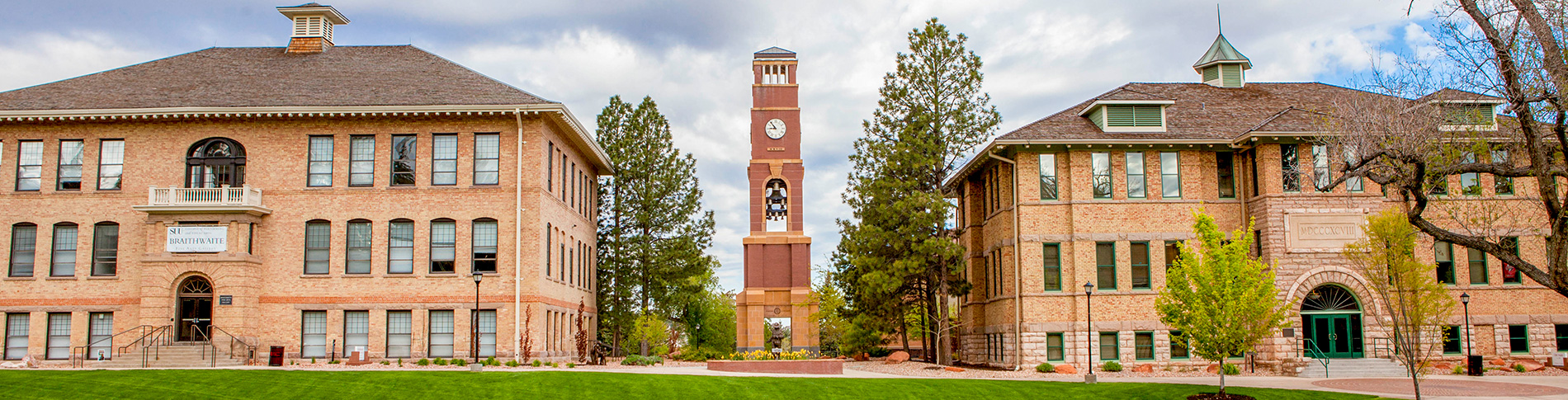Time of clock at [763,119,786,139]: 8:53
